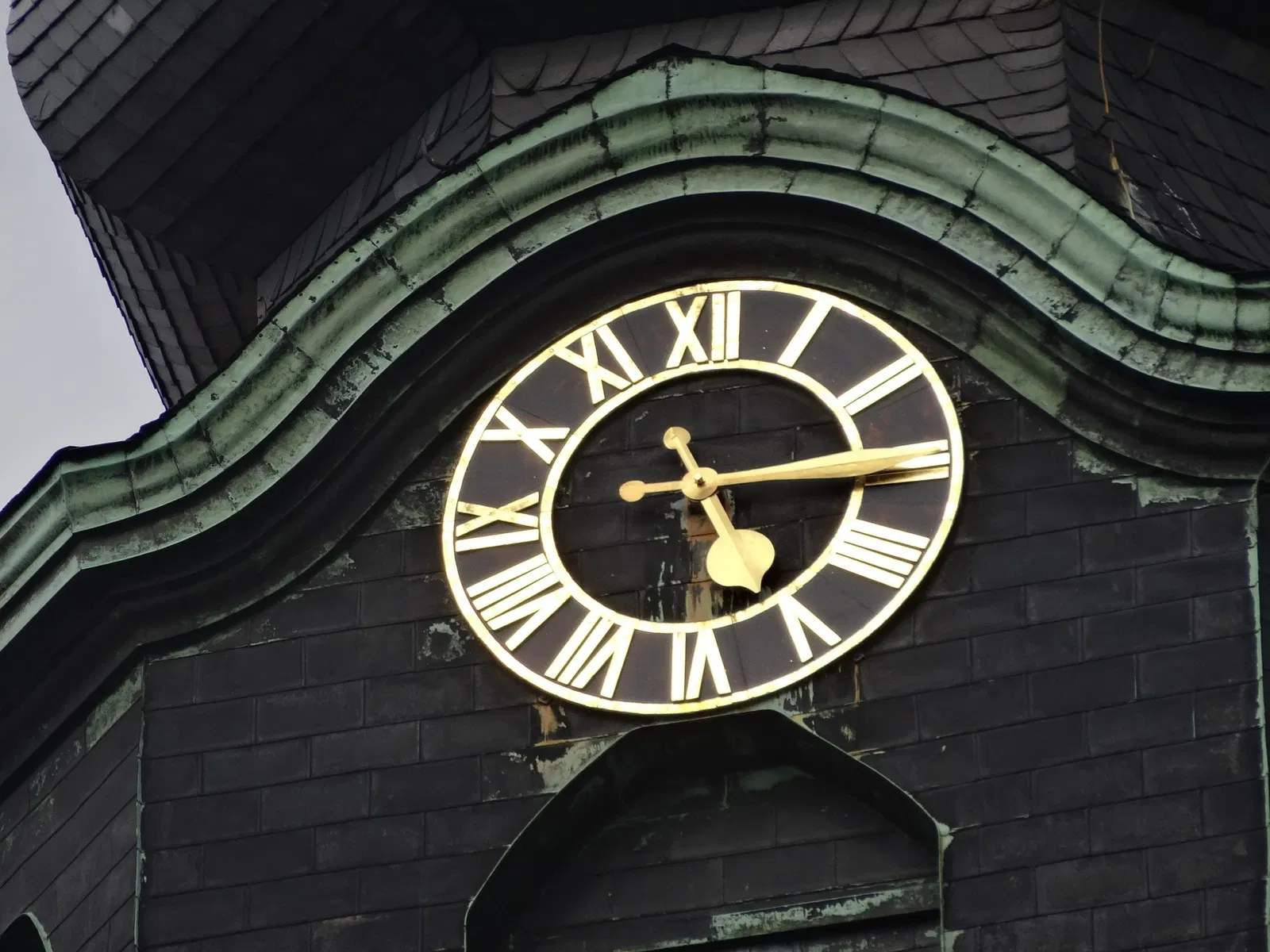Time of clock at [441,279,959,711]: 5:14
